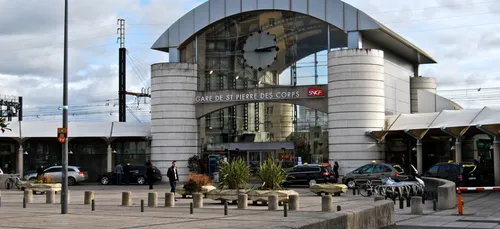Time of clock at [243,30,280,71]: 3:13
